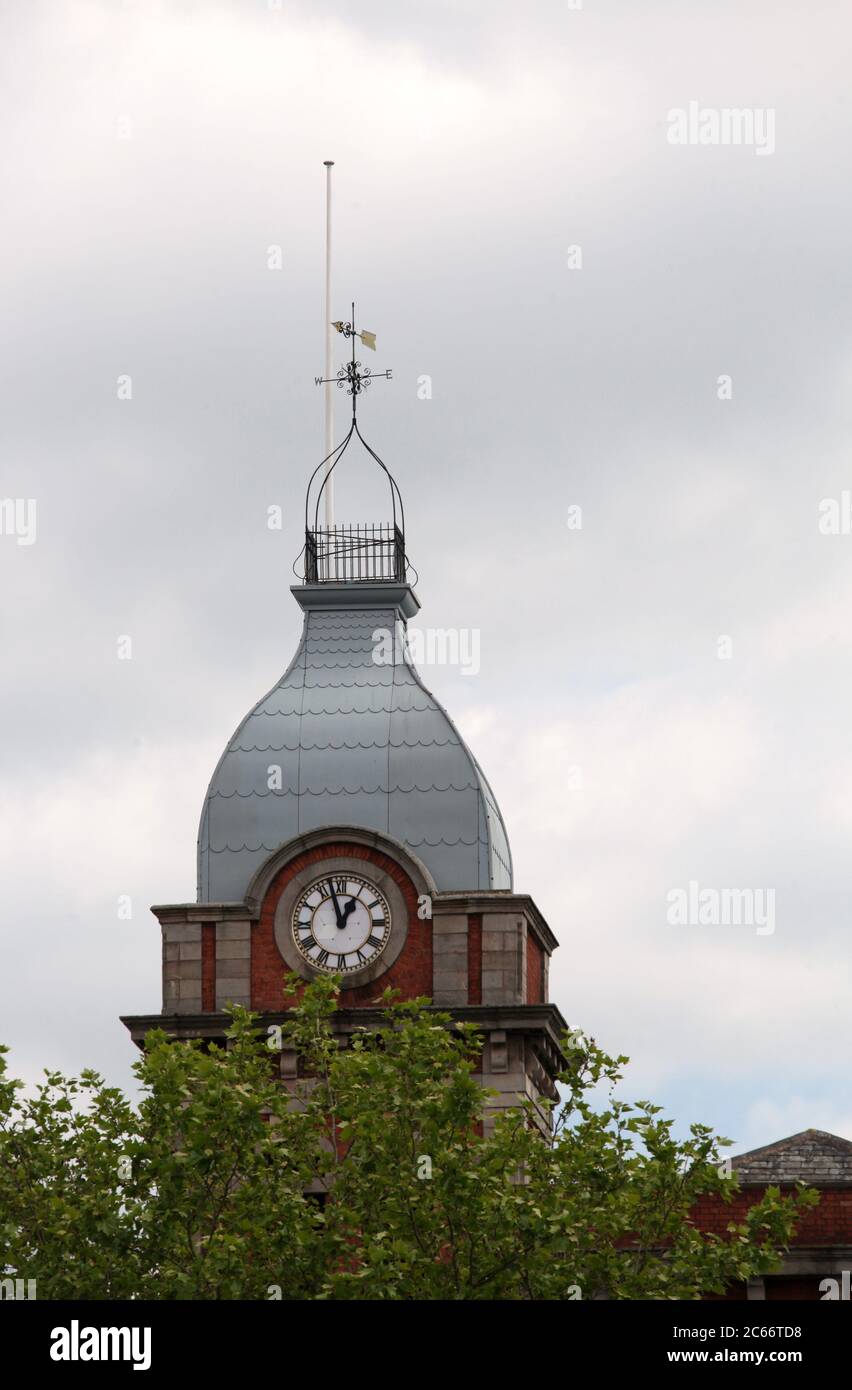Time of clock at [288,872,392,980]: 12:57
